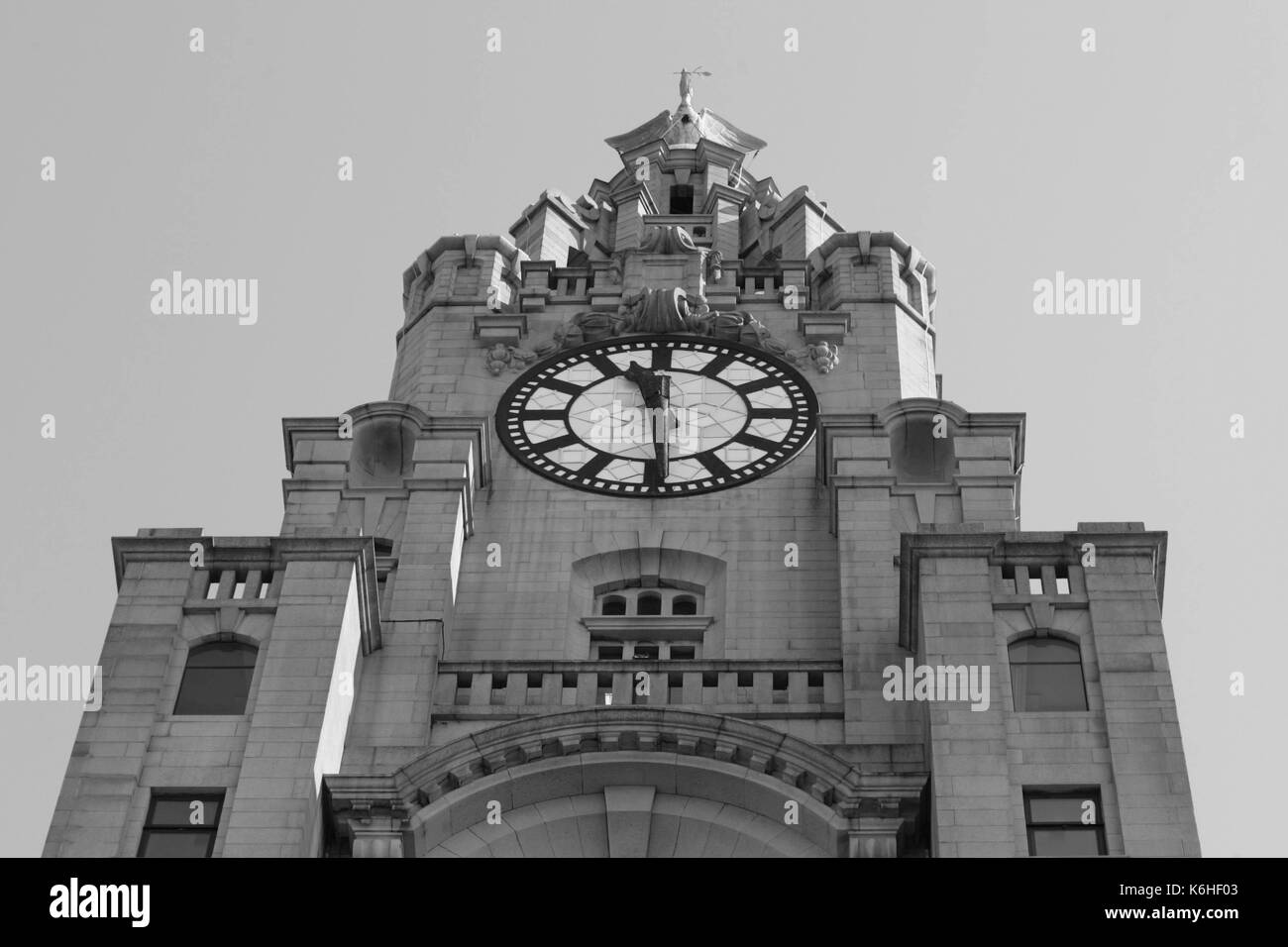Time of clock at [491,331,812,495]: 11:29
